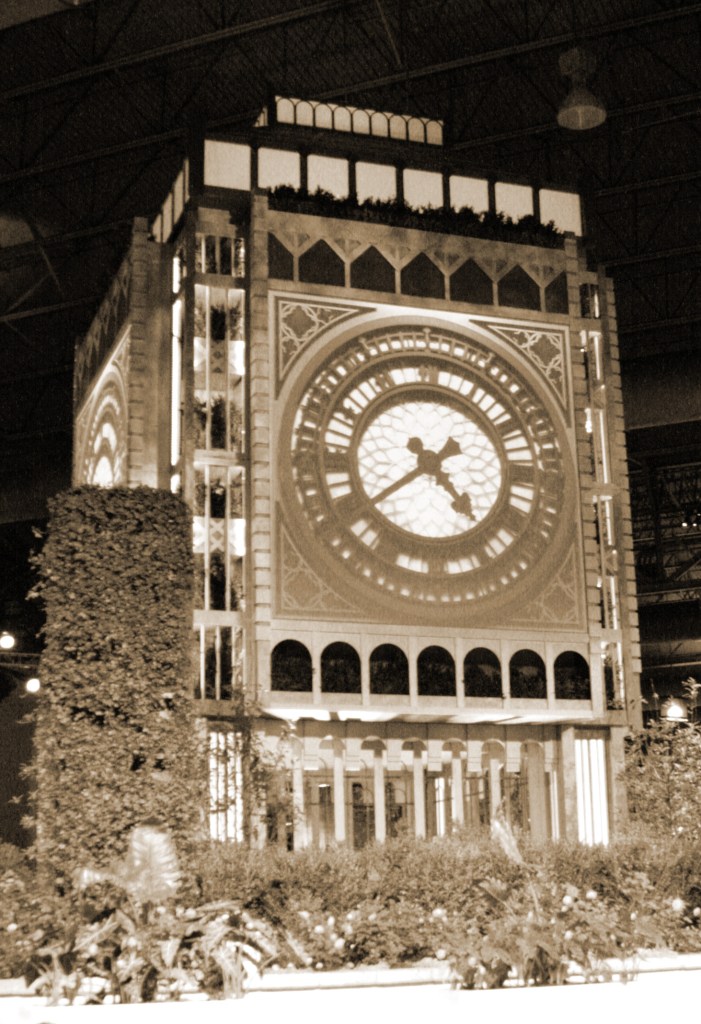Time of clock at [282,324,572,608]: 4:37
